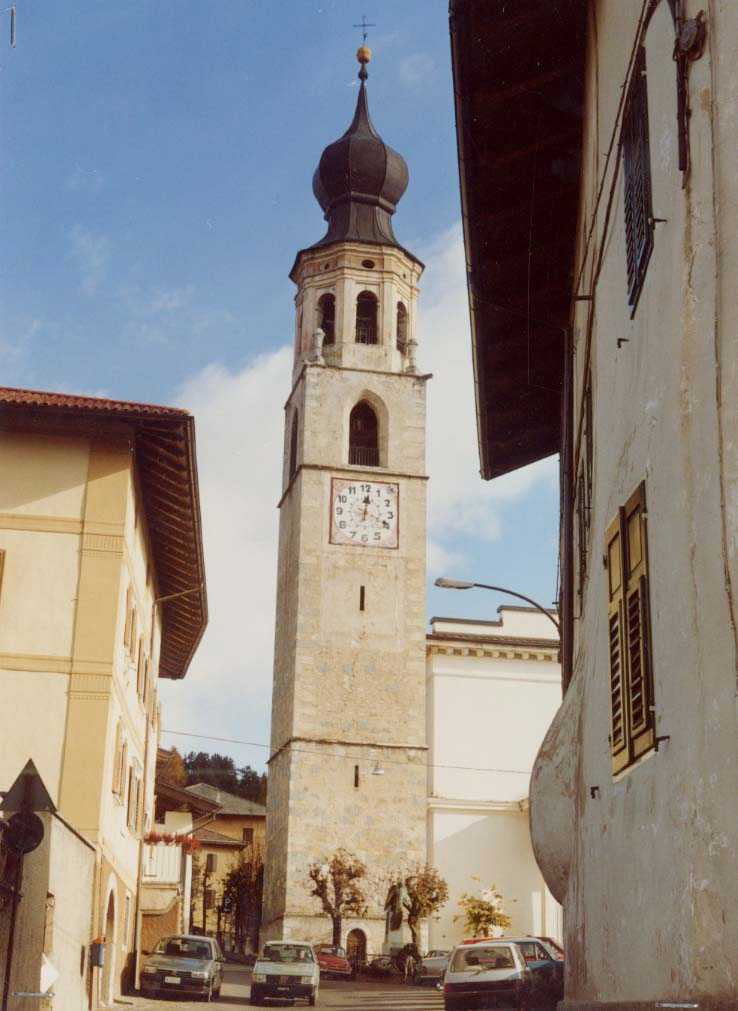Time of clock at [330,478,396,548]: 12:18
